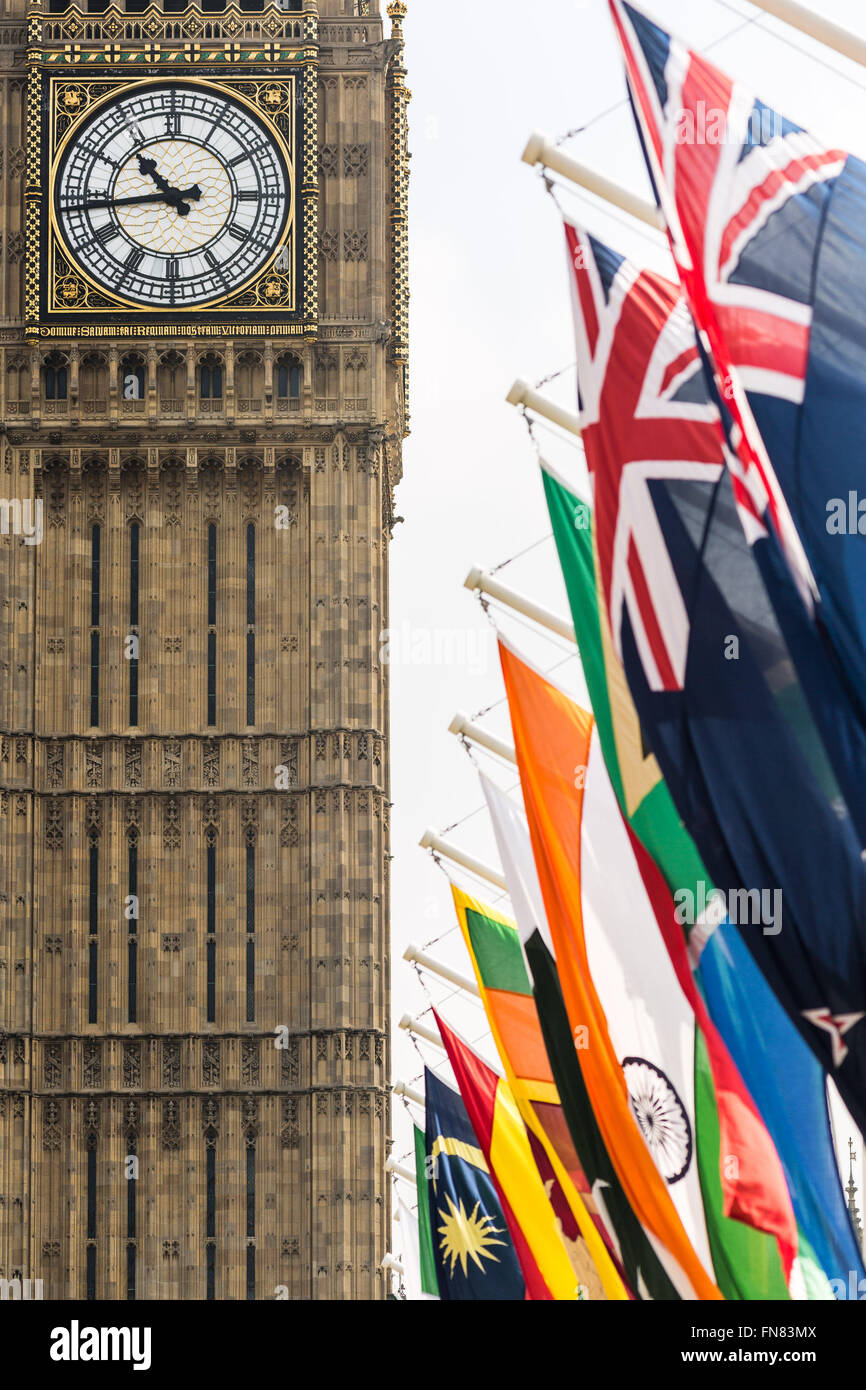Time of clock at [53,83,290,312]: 10:43
